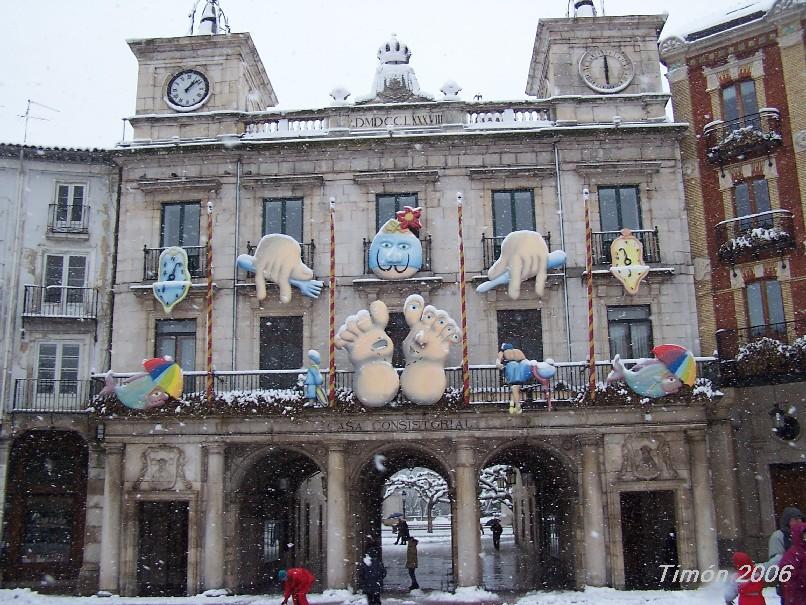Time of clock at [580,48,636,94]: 6:00
